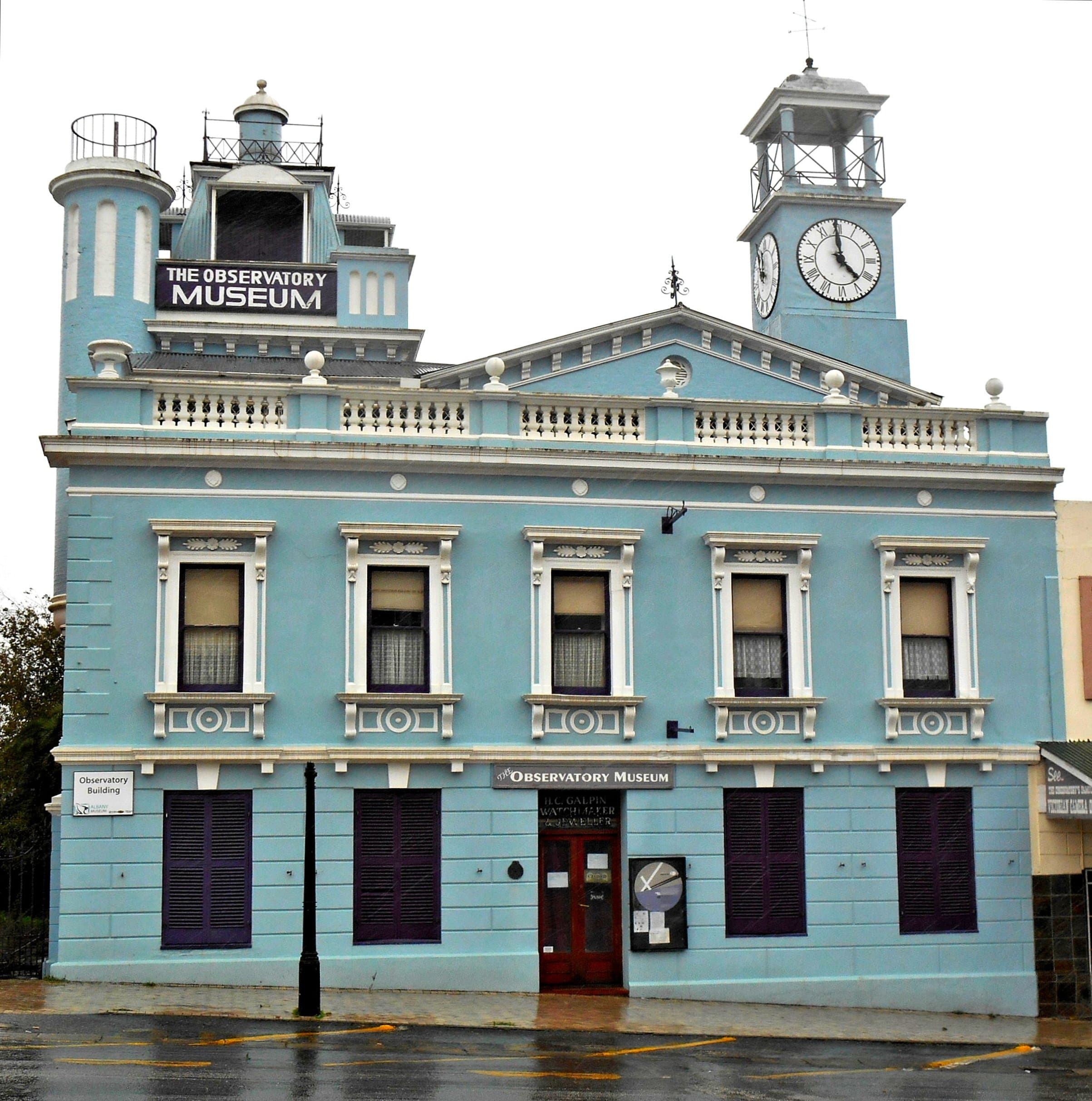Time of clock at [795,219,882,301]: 4:59
